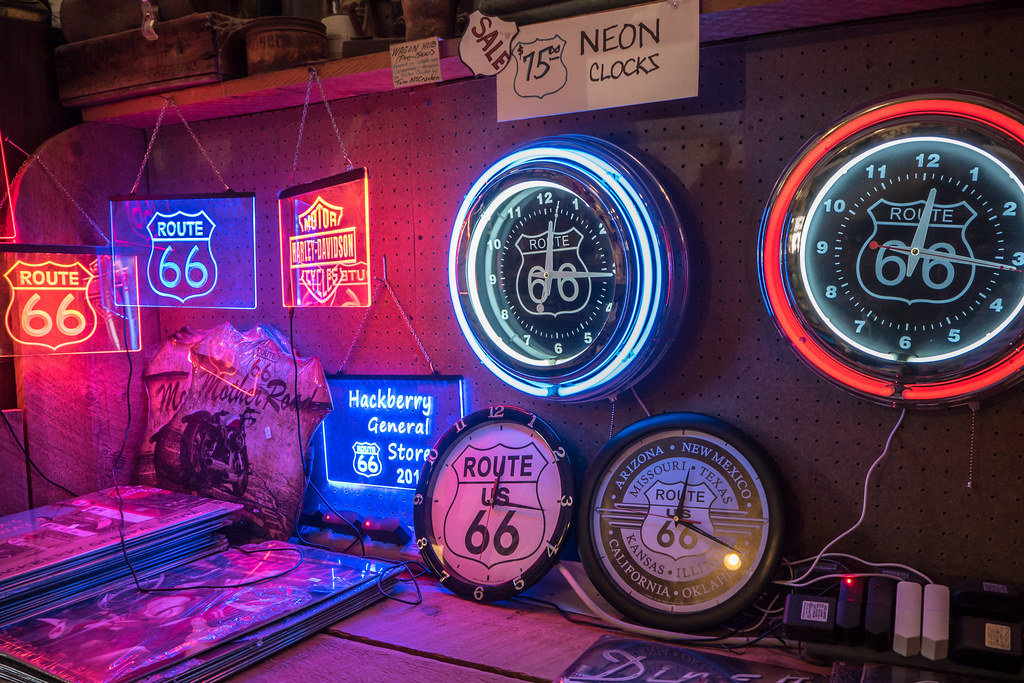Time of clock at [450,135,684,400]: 12:15
